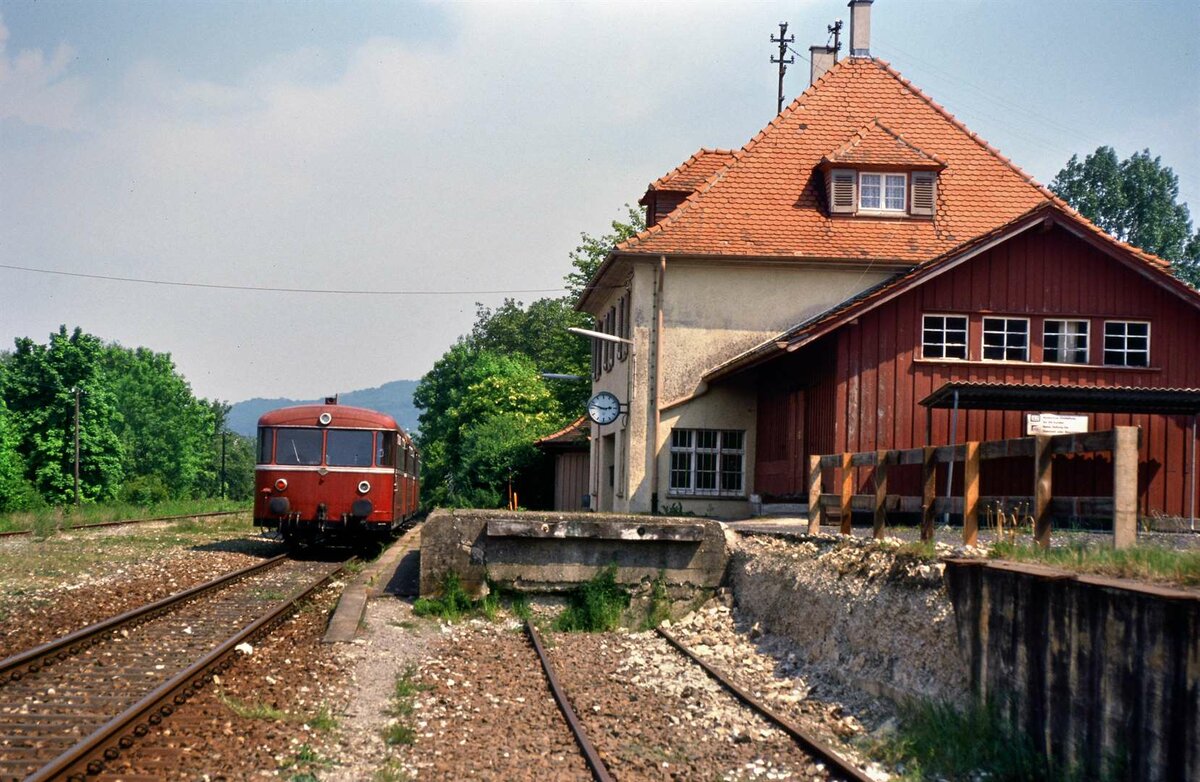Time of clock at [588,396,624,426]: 2:48
